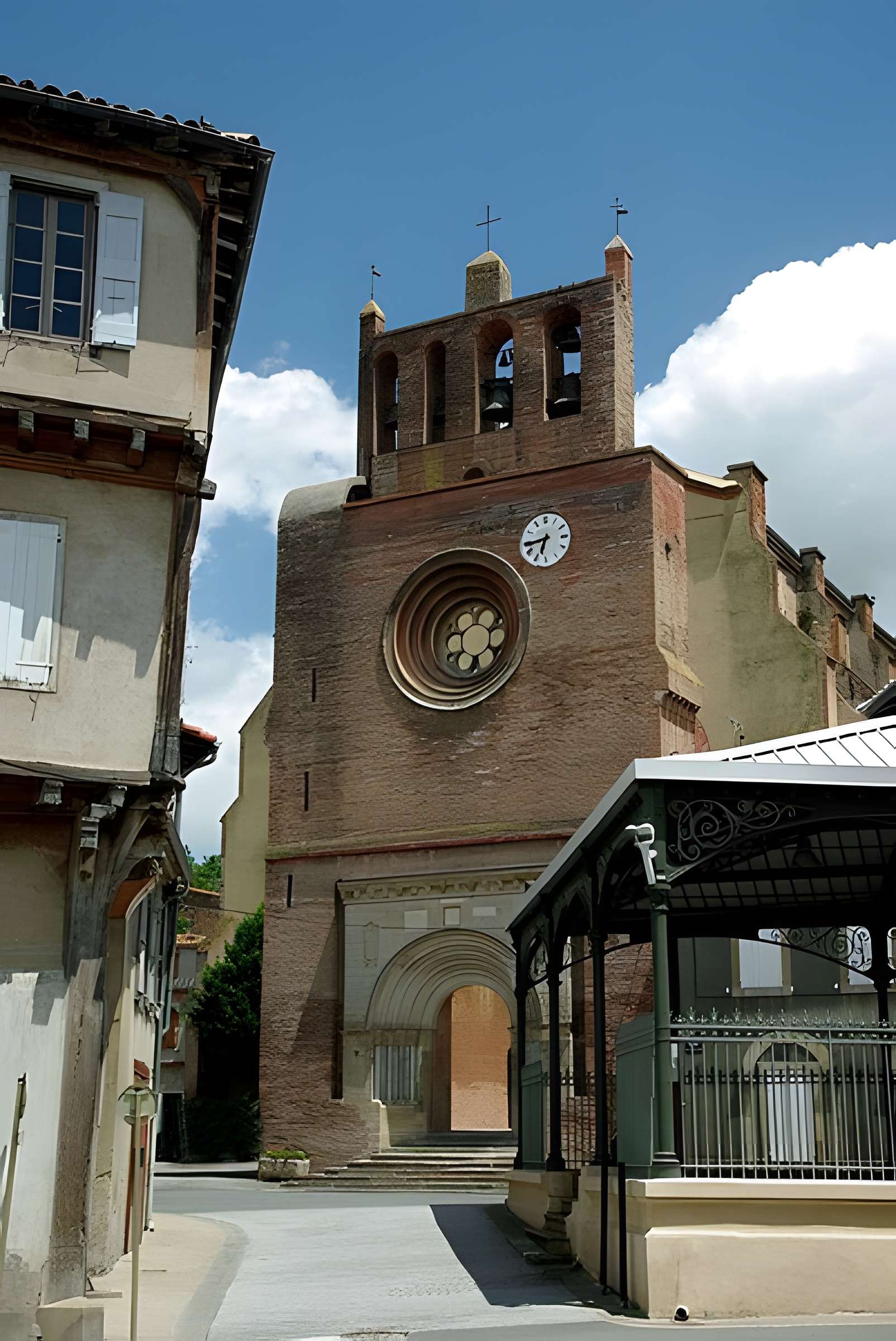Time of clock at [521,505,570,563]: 6:43
